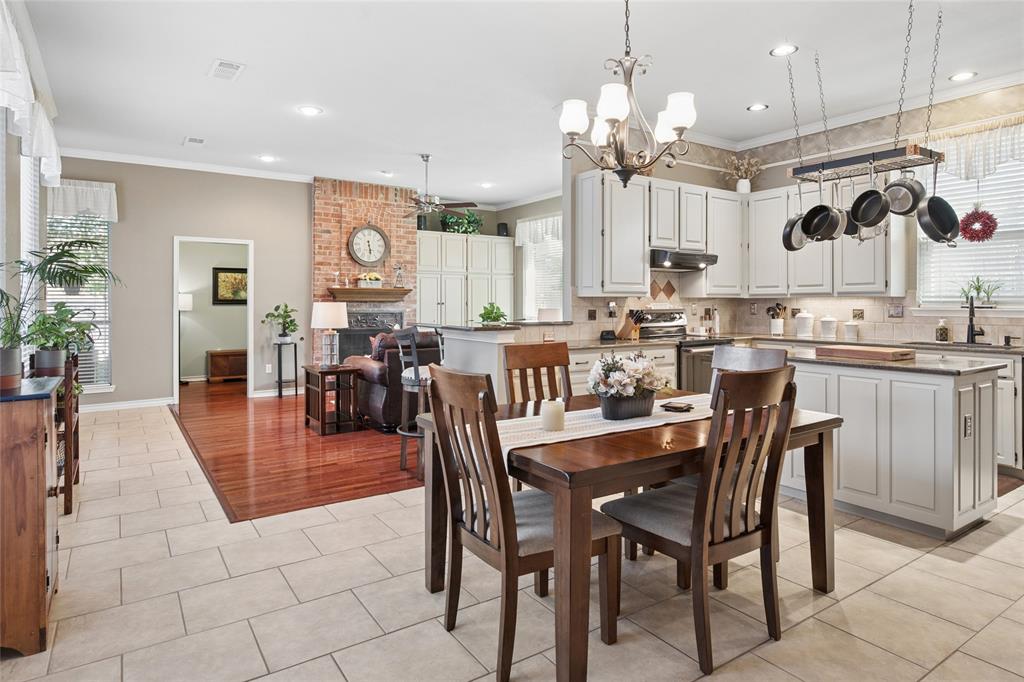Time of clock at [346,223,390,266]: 5:29
